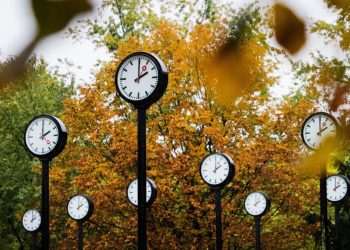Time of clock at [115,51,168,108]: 2:00
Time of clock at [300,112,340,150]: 2:00
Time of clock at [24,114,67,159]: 2:00
